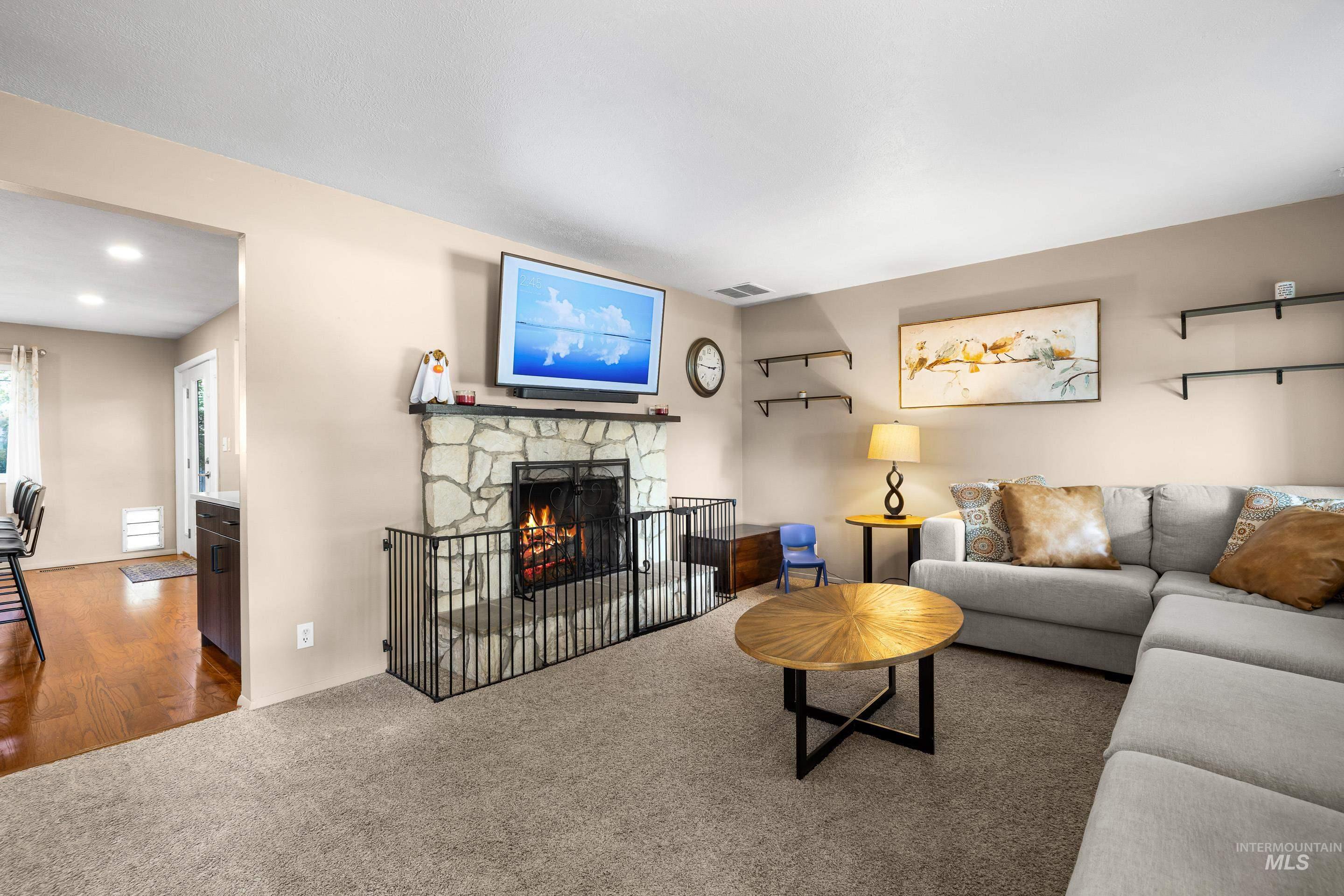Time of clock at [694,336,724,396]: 2:46
